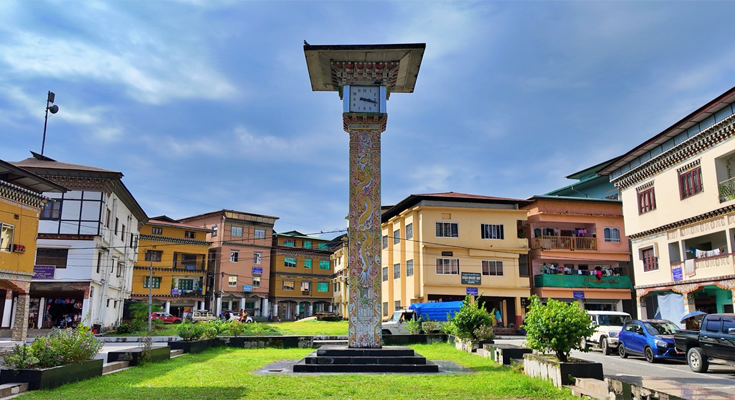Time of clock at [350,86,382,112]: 3:17
